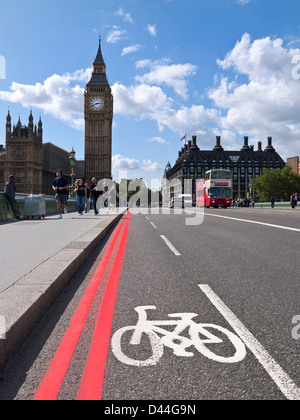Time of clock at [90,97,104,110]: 2:41
